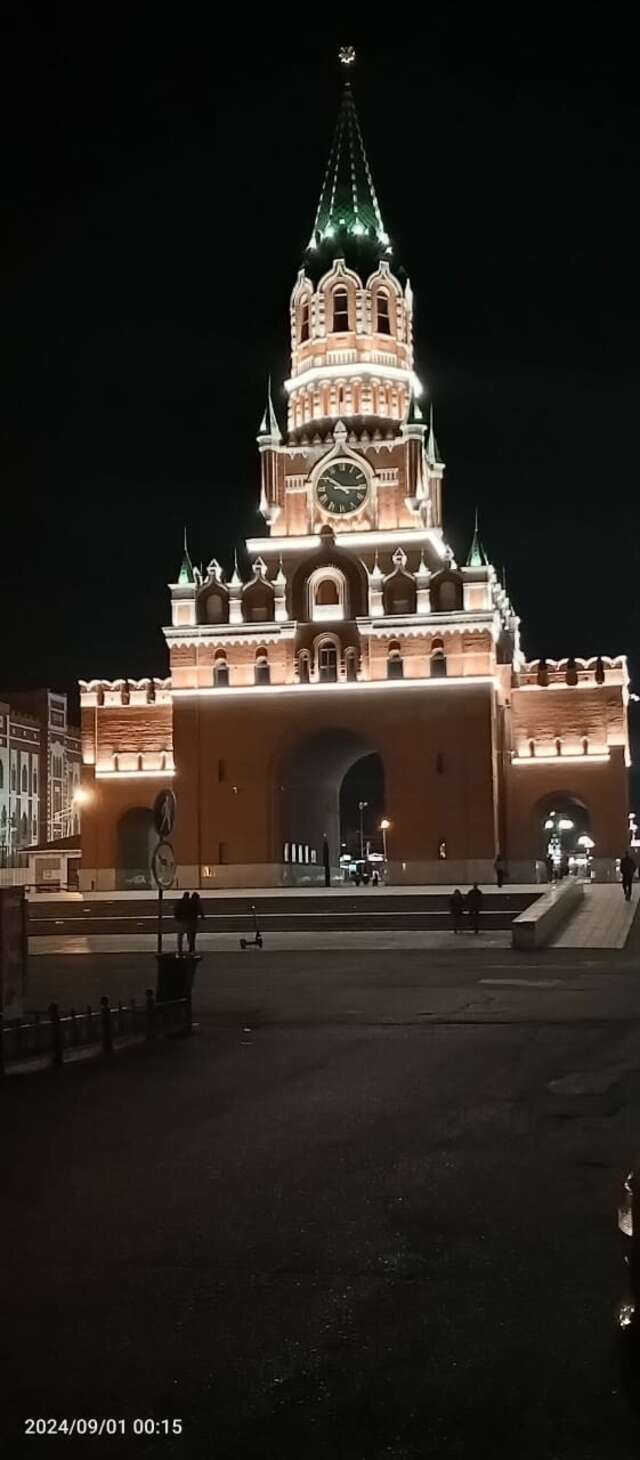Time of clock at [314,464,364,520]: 10:14
